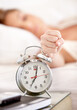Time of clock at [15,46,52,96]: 7:01
